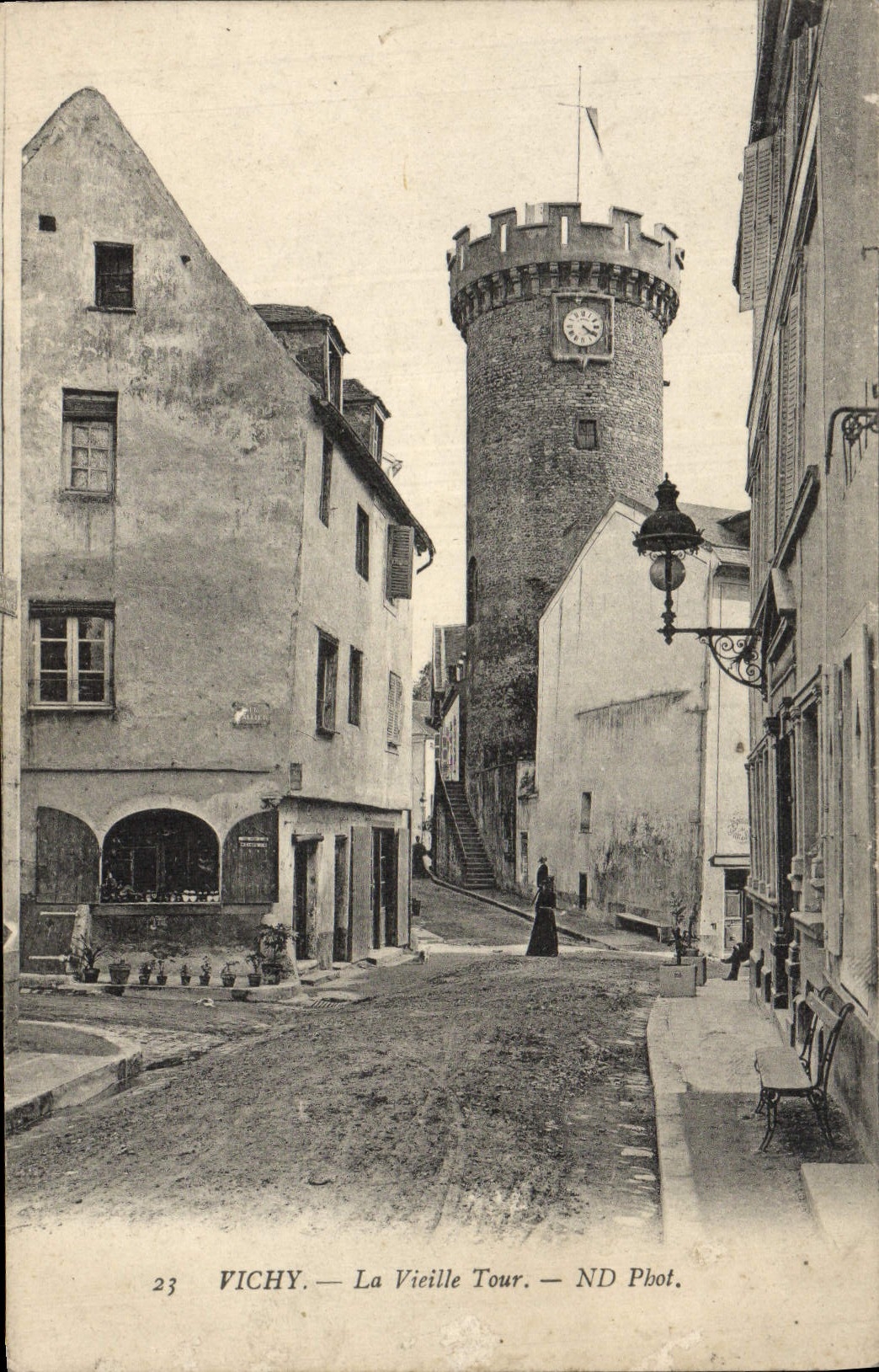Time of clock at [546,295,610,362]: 4:20
